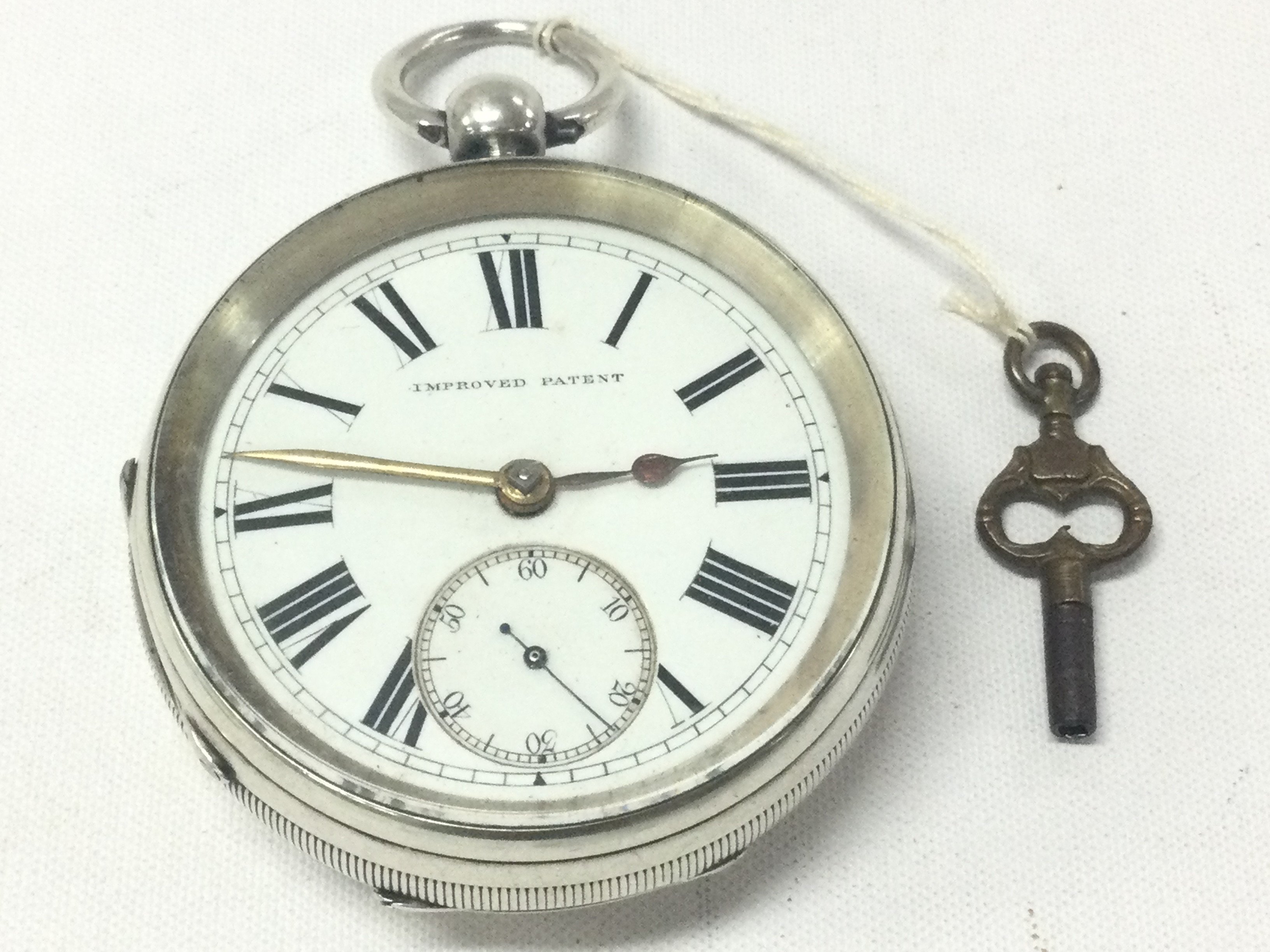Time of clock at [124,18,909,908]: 2:46
